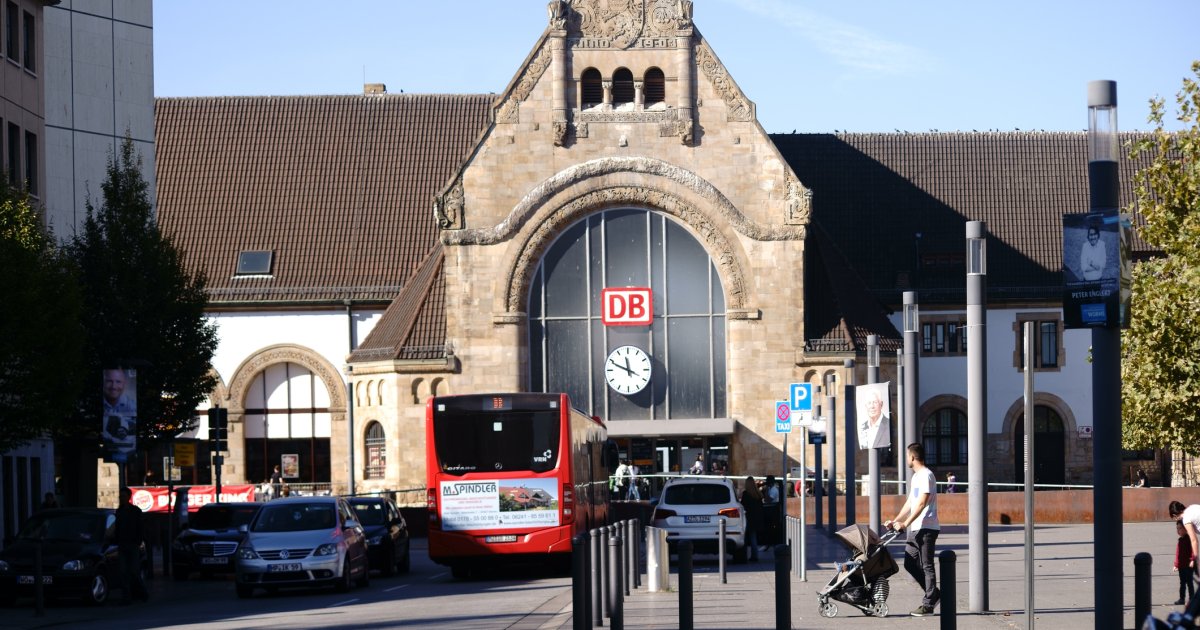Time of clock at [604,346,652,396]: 11:48
